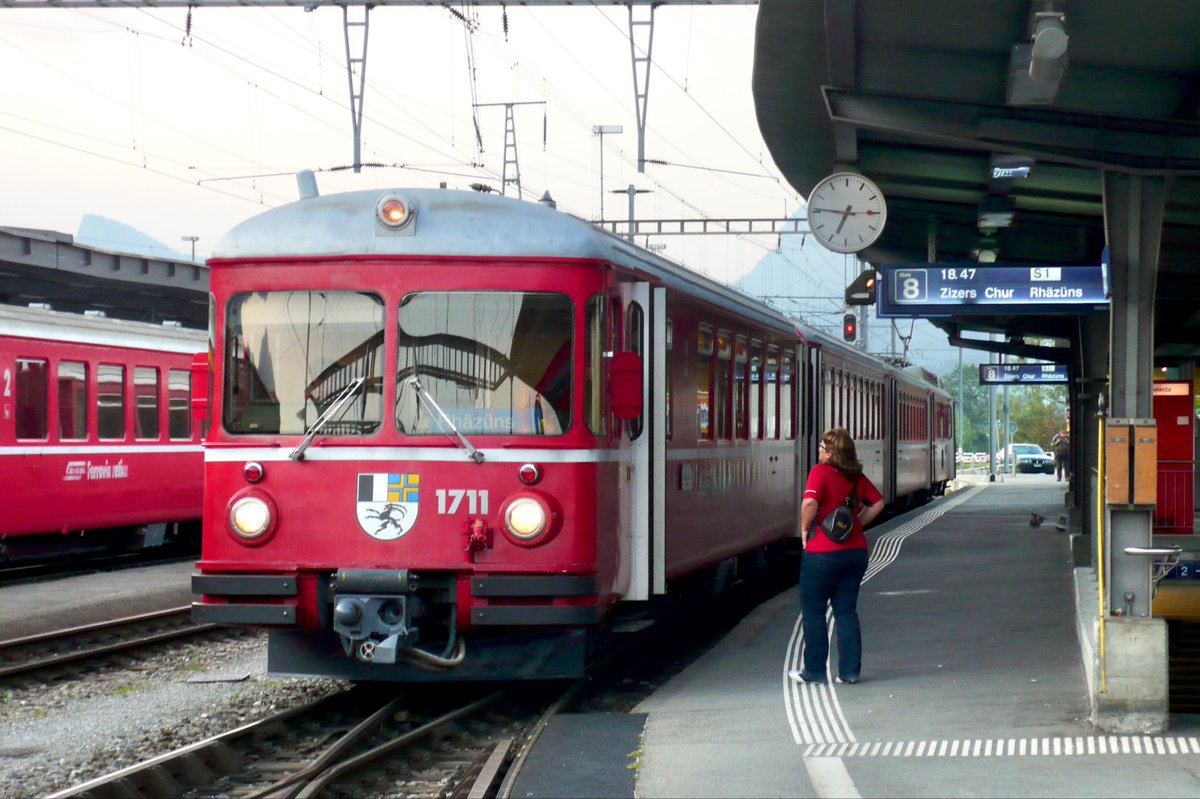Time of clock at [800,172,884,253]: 6:45
